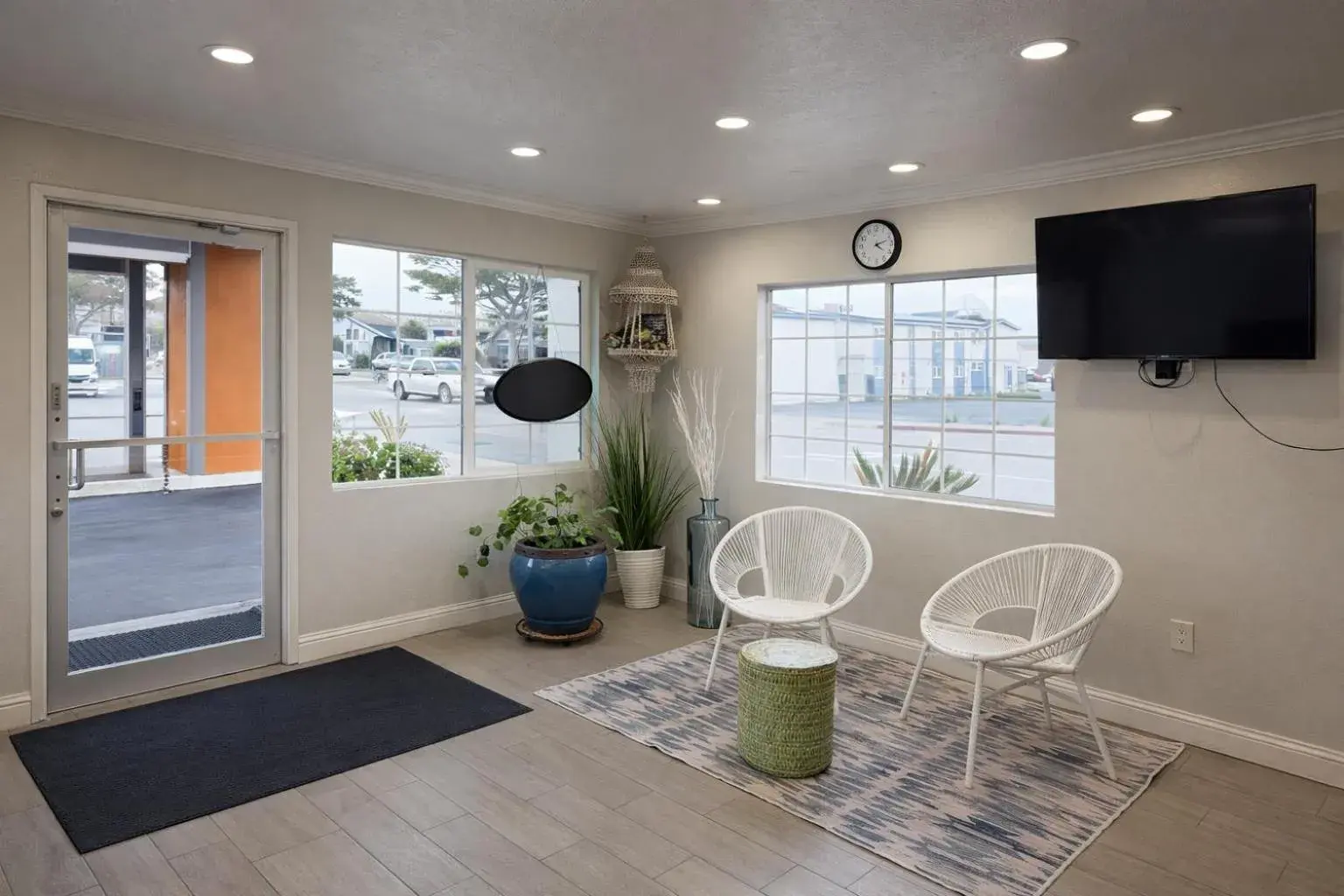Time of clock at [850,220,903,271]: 4:12
